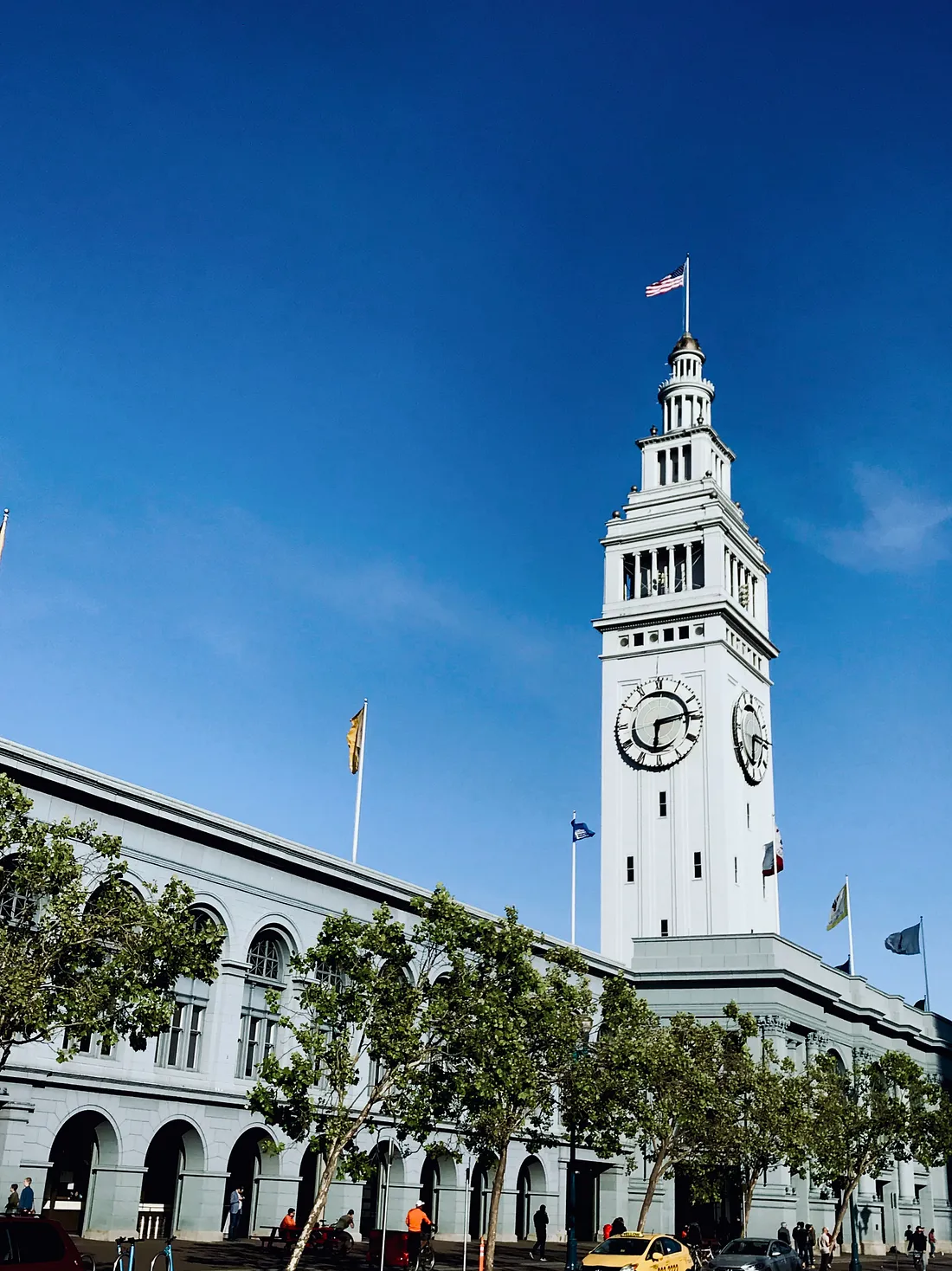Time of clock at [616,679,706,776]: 6:13
